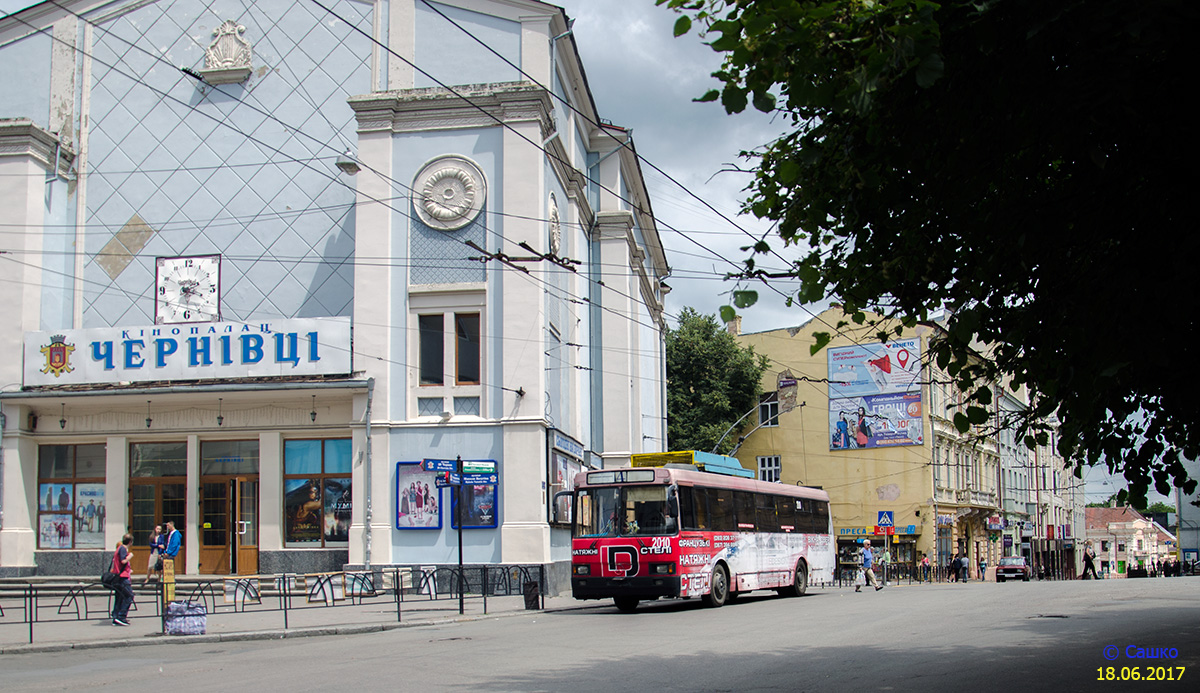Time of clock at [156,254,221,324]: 2:18
